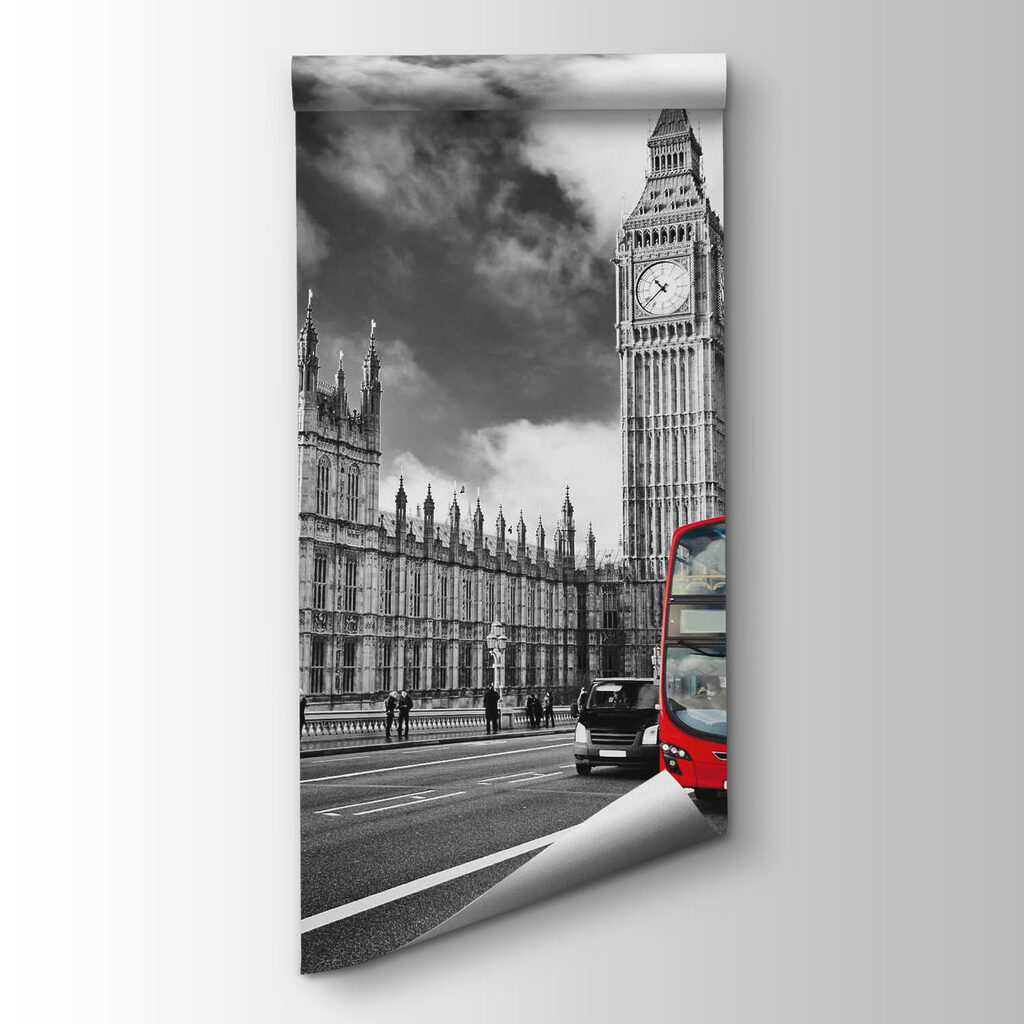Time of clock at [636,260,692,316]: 10:38
